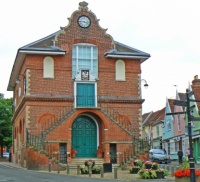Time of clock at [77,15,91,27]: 3:45
